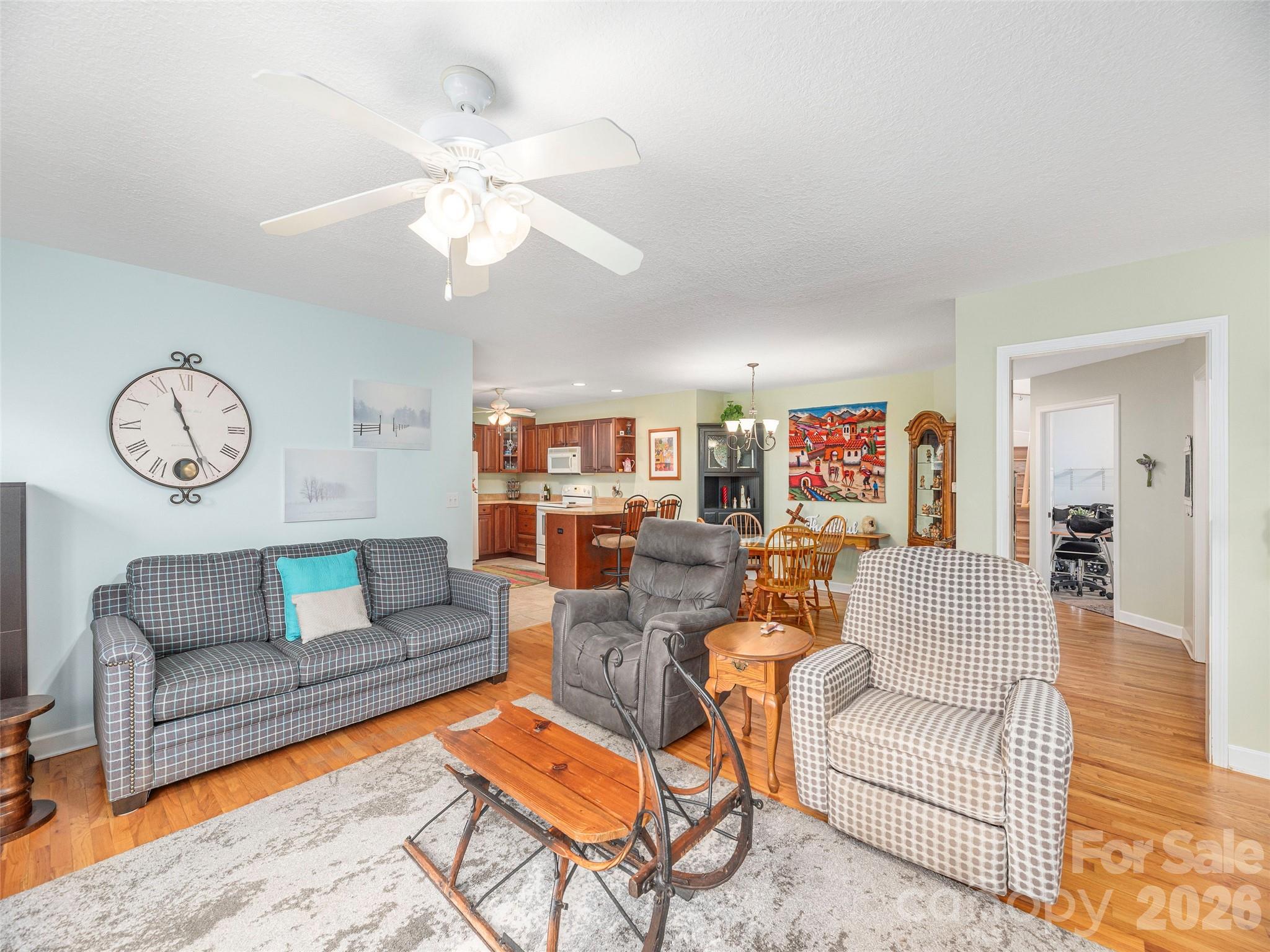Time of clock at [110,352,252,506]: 11:26
